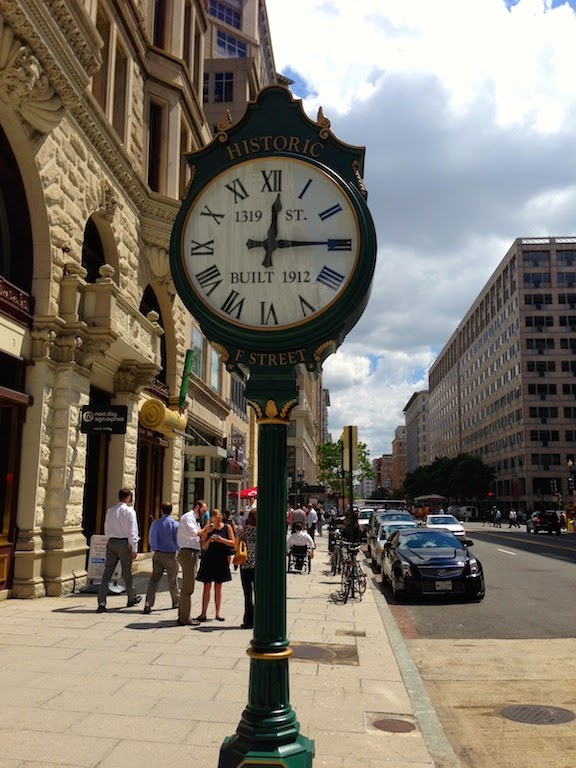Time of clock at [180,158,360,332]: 12:14
